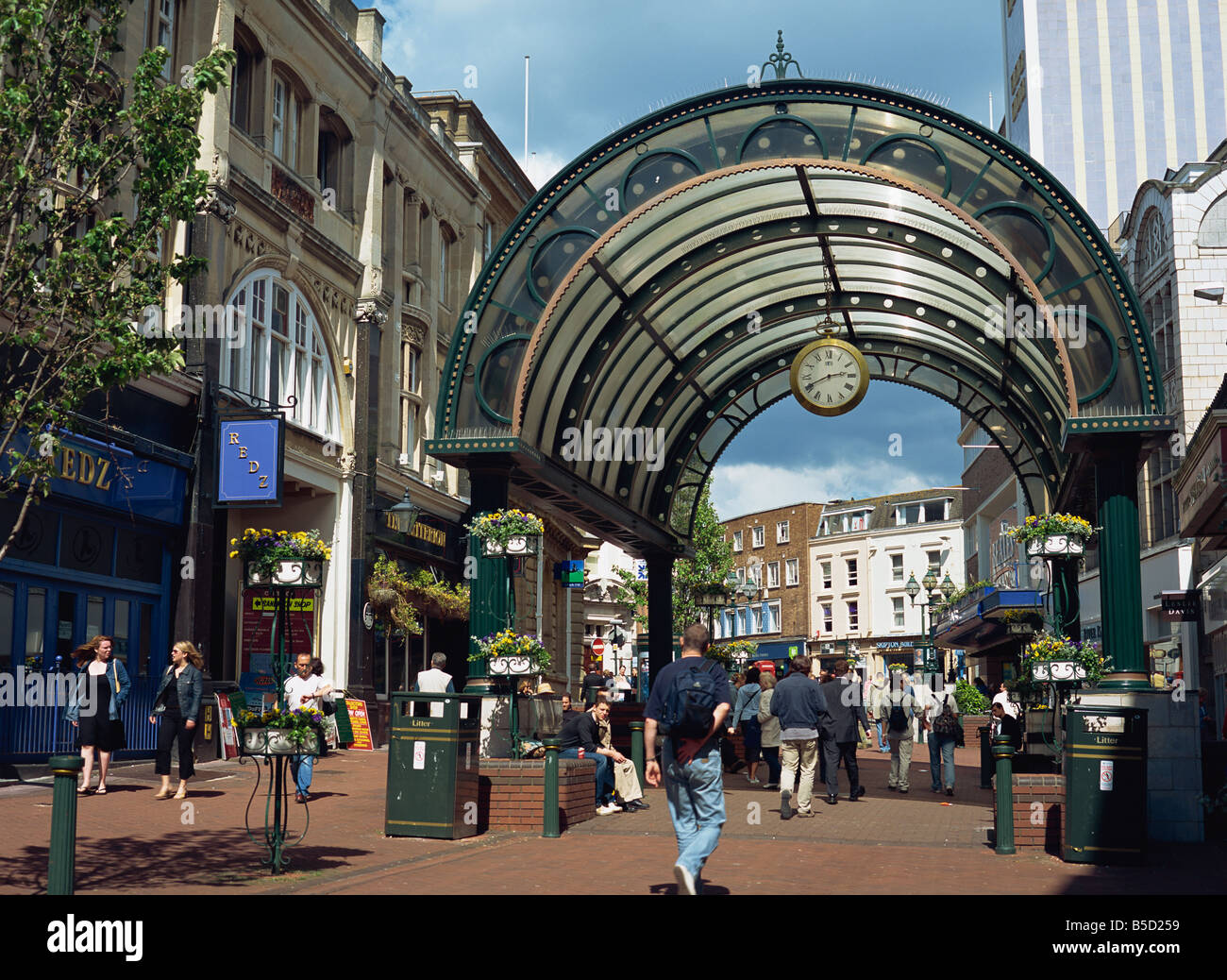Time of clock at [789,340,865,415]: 2:40
